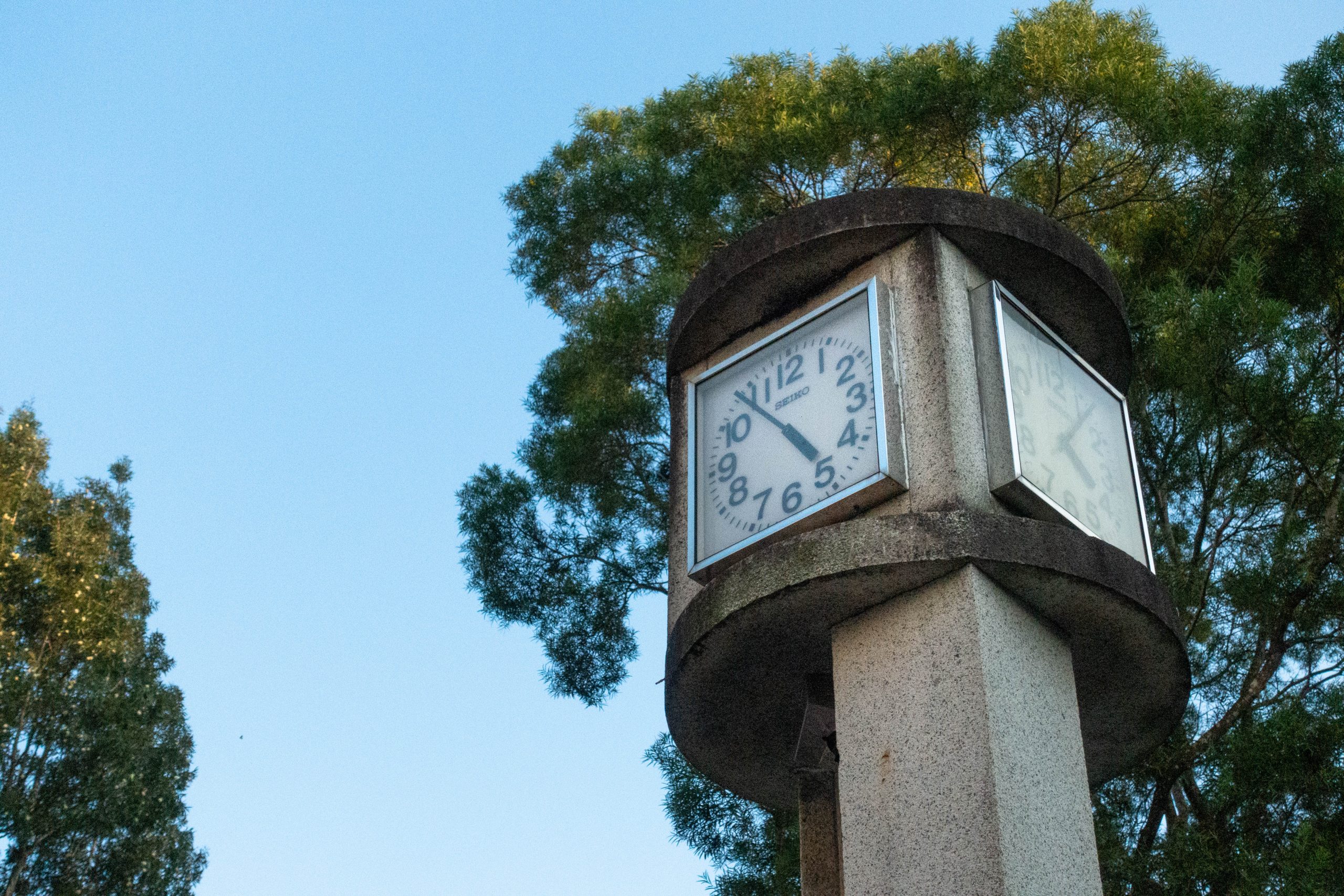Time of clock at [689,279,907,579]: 4:53
